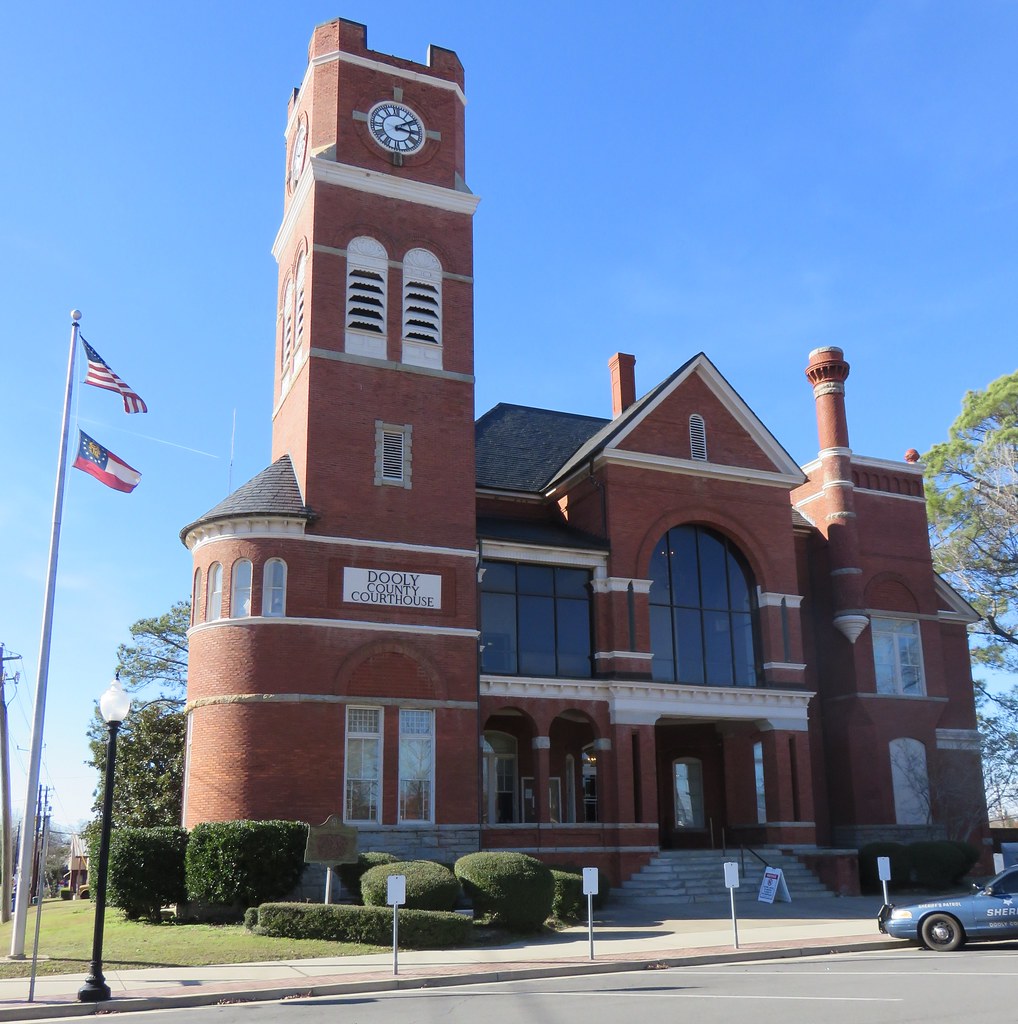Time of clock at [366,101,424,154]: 3:09
